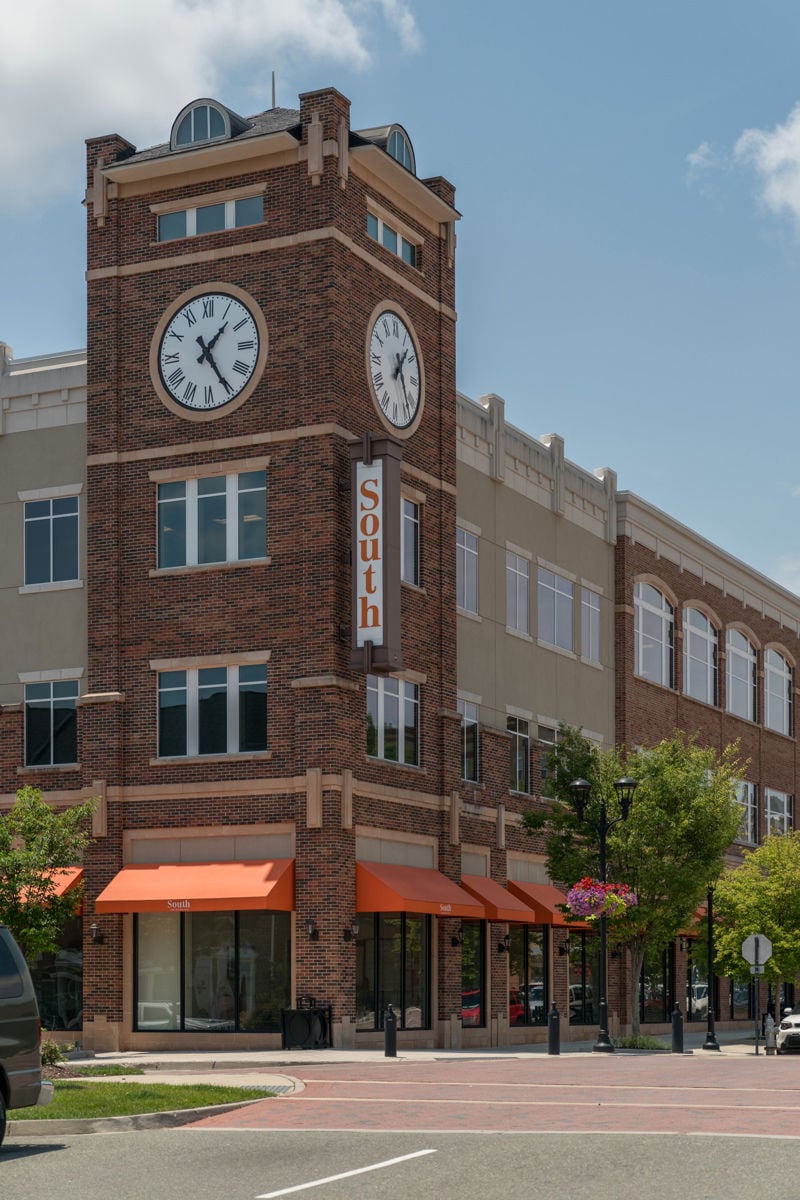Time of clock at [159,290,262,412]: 1:24
